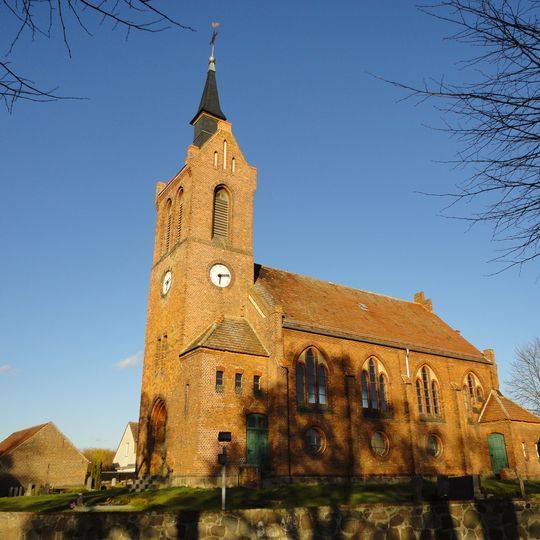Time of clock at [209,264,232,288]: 6:13
